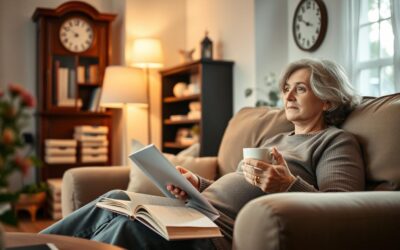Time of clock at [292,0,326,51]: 3:49
